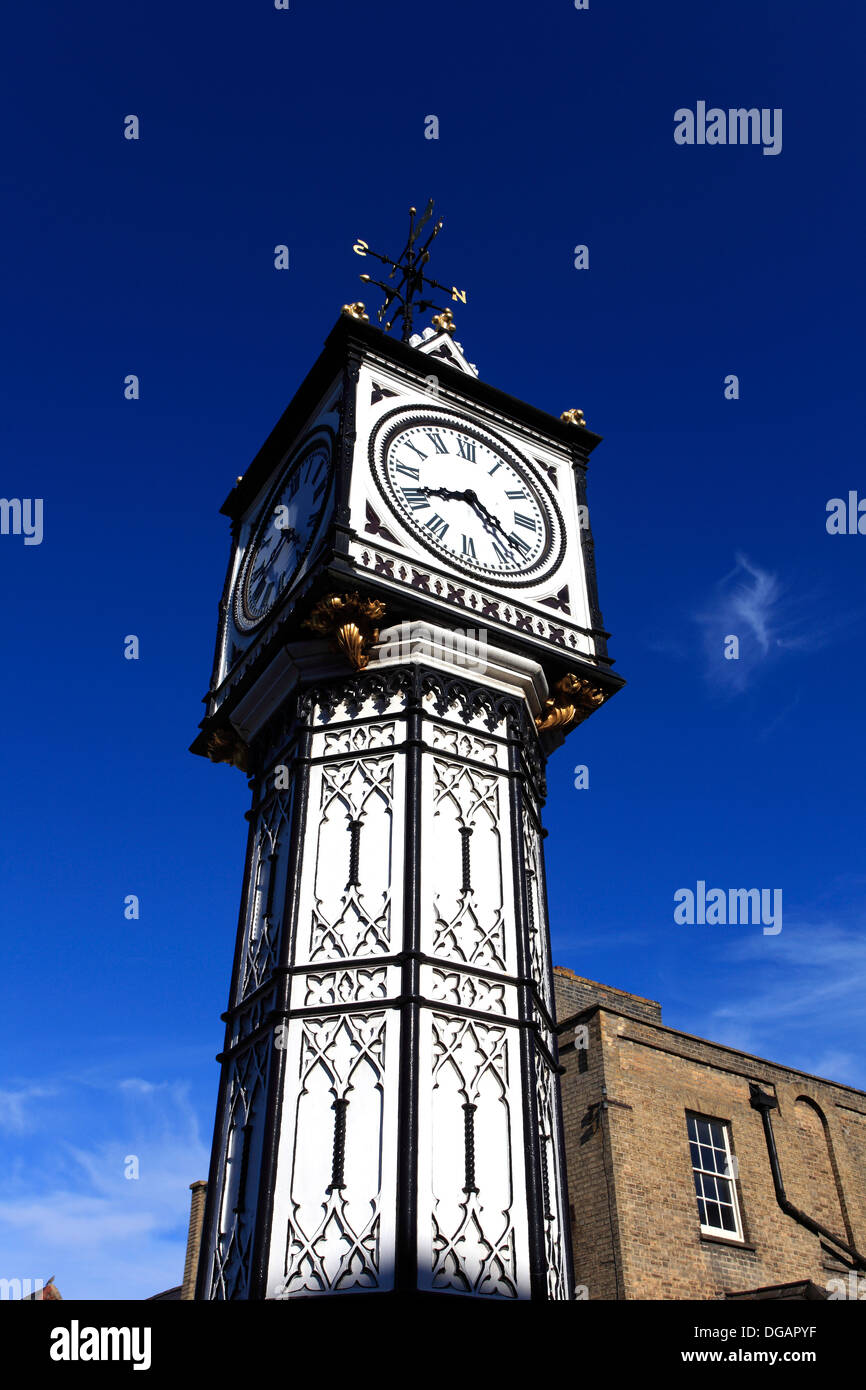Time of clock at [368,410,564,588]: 8:21
